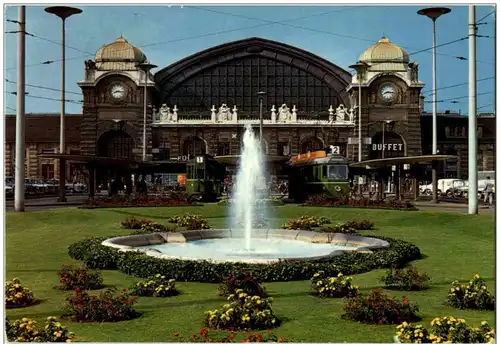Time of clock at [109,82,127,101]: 8:16
